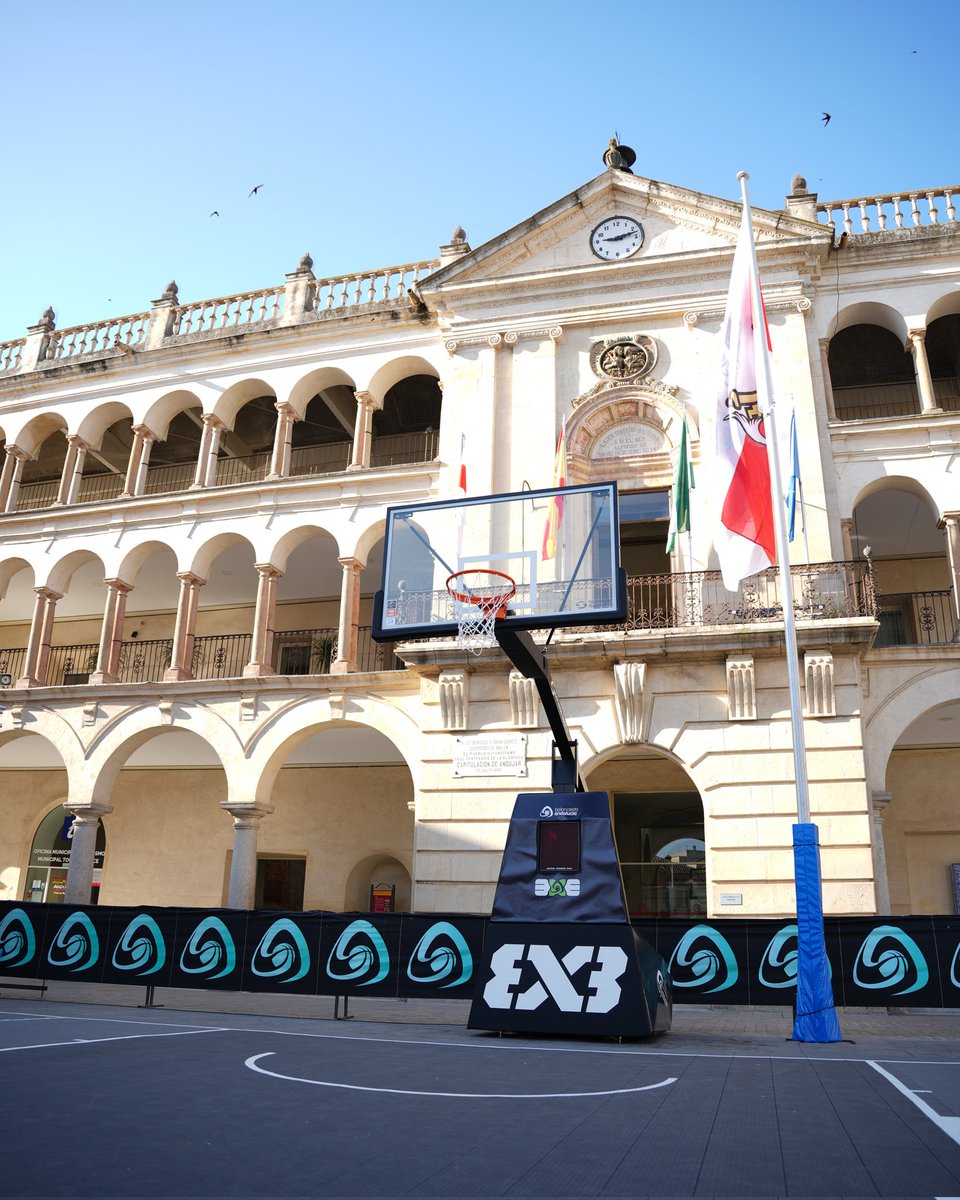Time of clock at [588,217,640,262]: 9:12
